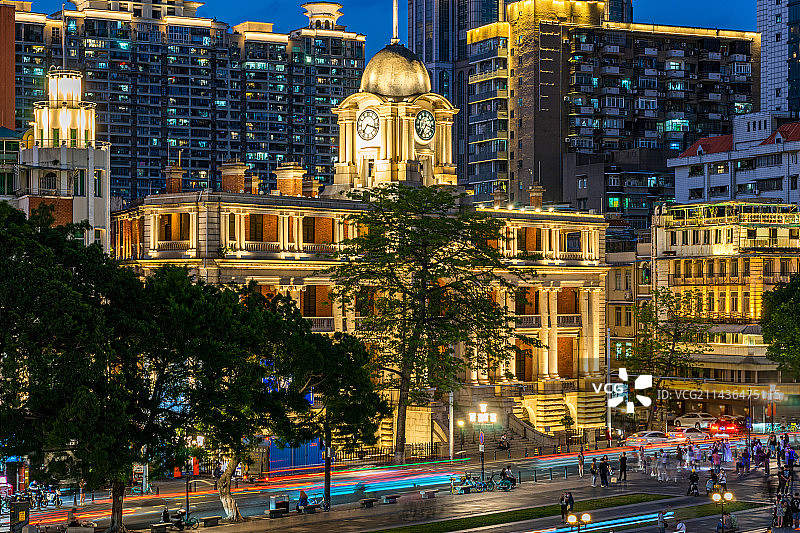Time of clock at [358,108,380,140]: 7:17
